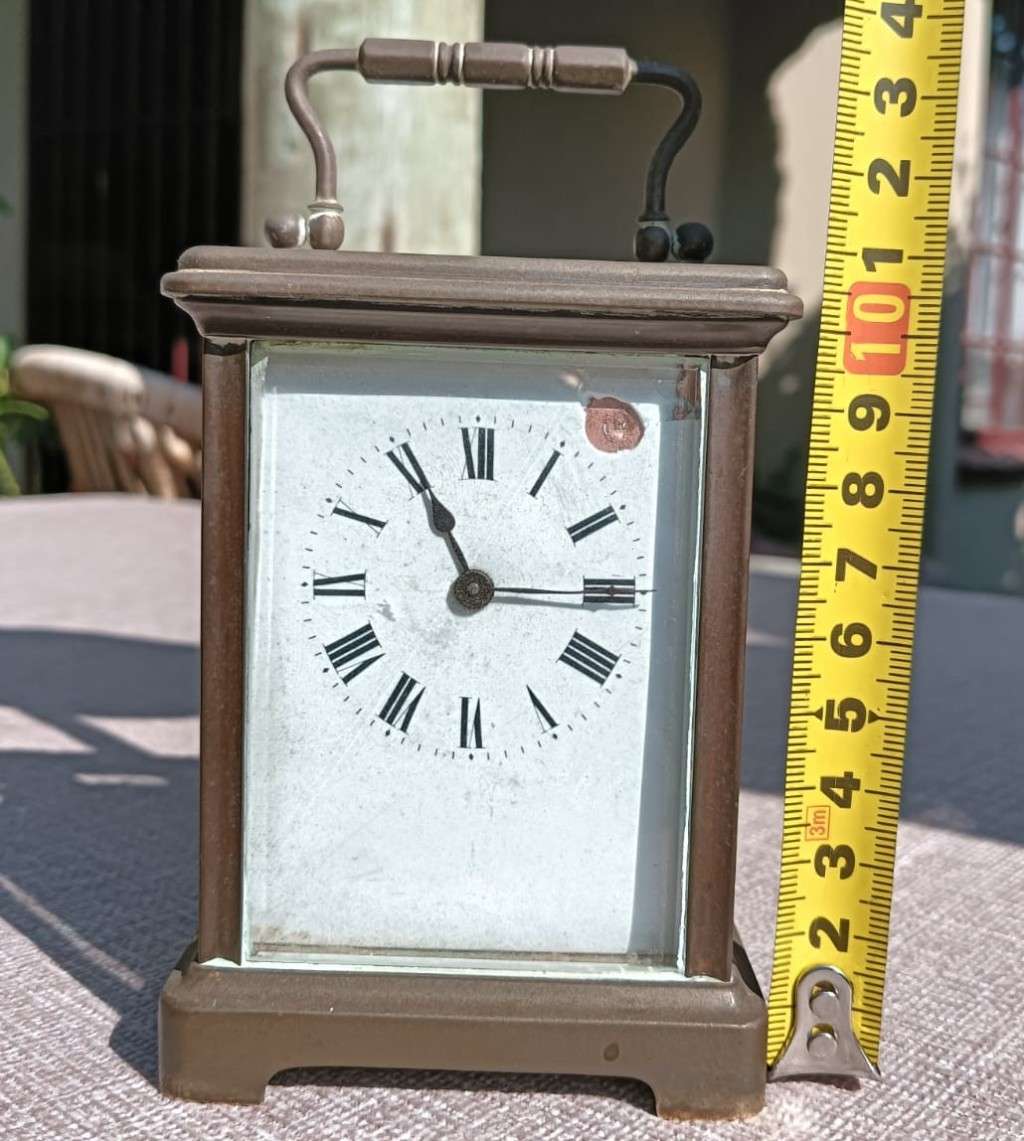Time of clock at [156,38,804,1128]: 11:13
